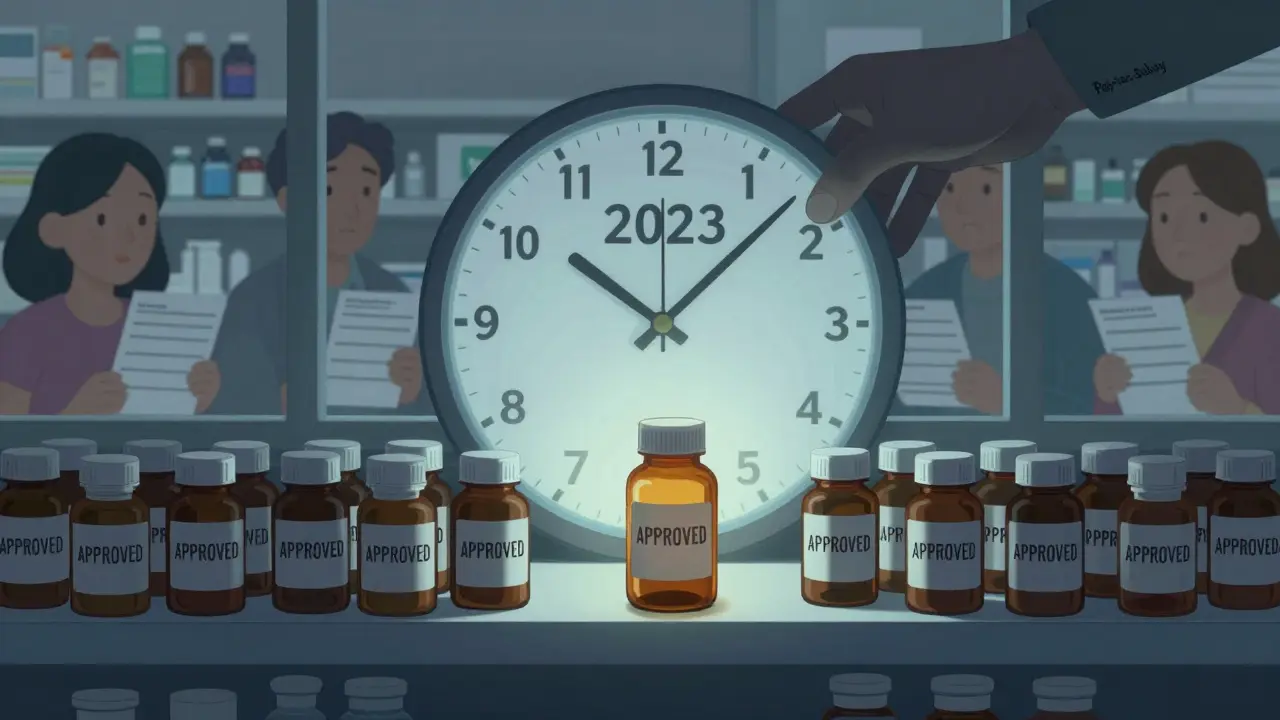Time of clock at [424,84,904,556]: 10:07
